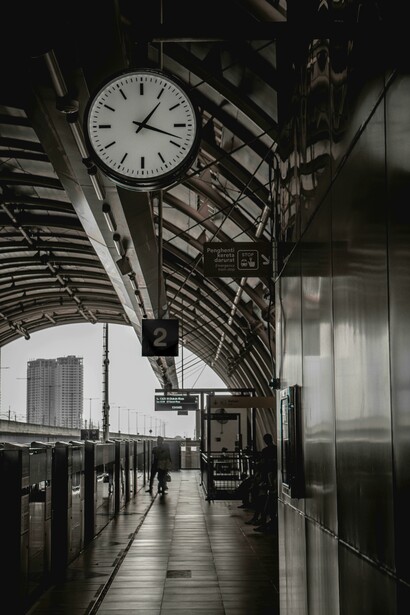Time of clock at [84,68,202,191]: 1:18
